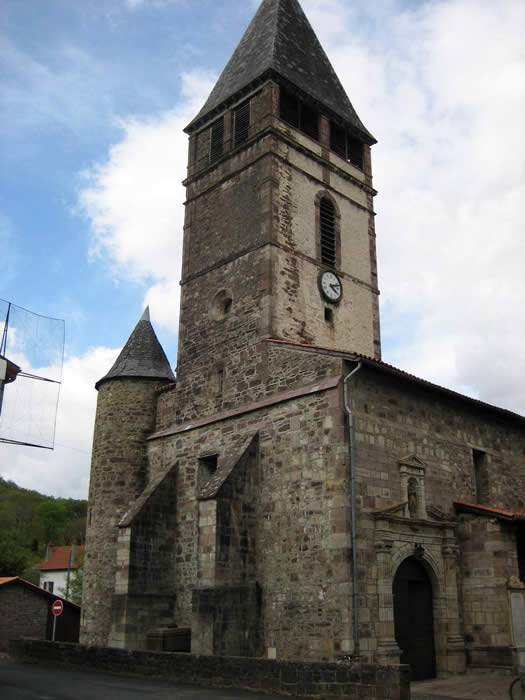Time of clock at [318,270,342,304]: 4:12
